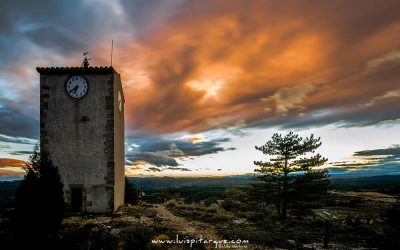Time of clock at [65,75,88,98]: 6:39
